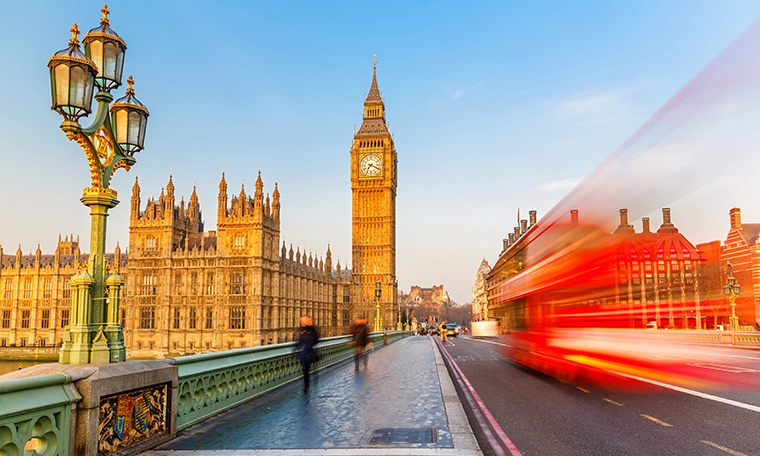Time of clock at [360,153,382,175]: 7:18
